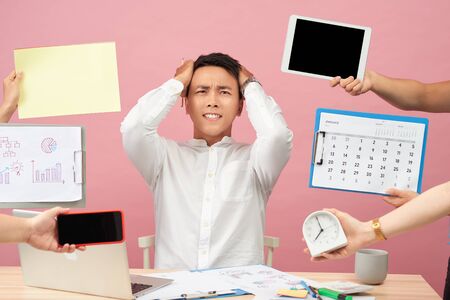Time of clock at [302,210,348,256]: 6:56
